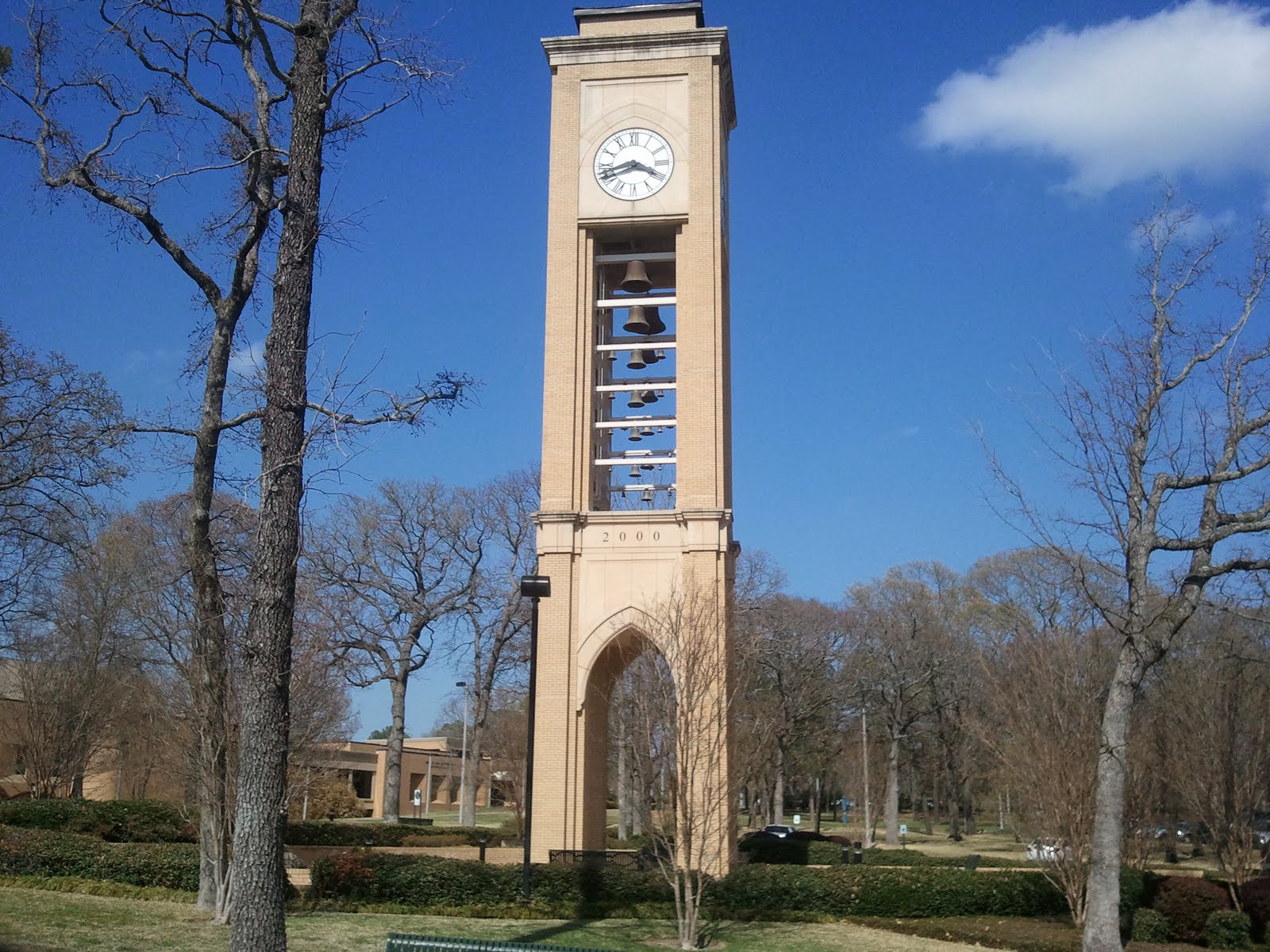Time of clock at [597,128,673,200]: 3:42
